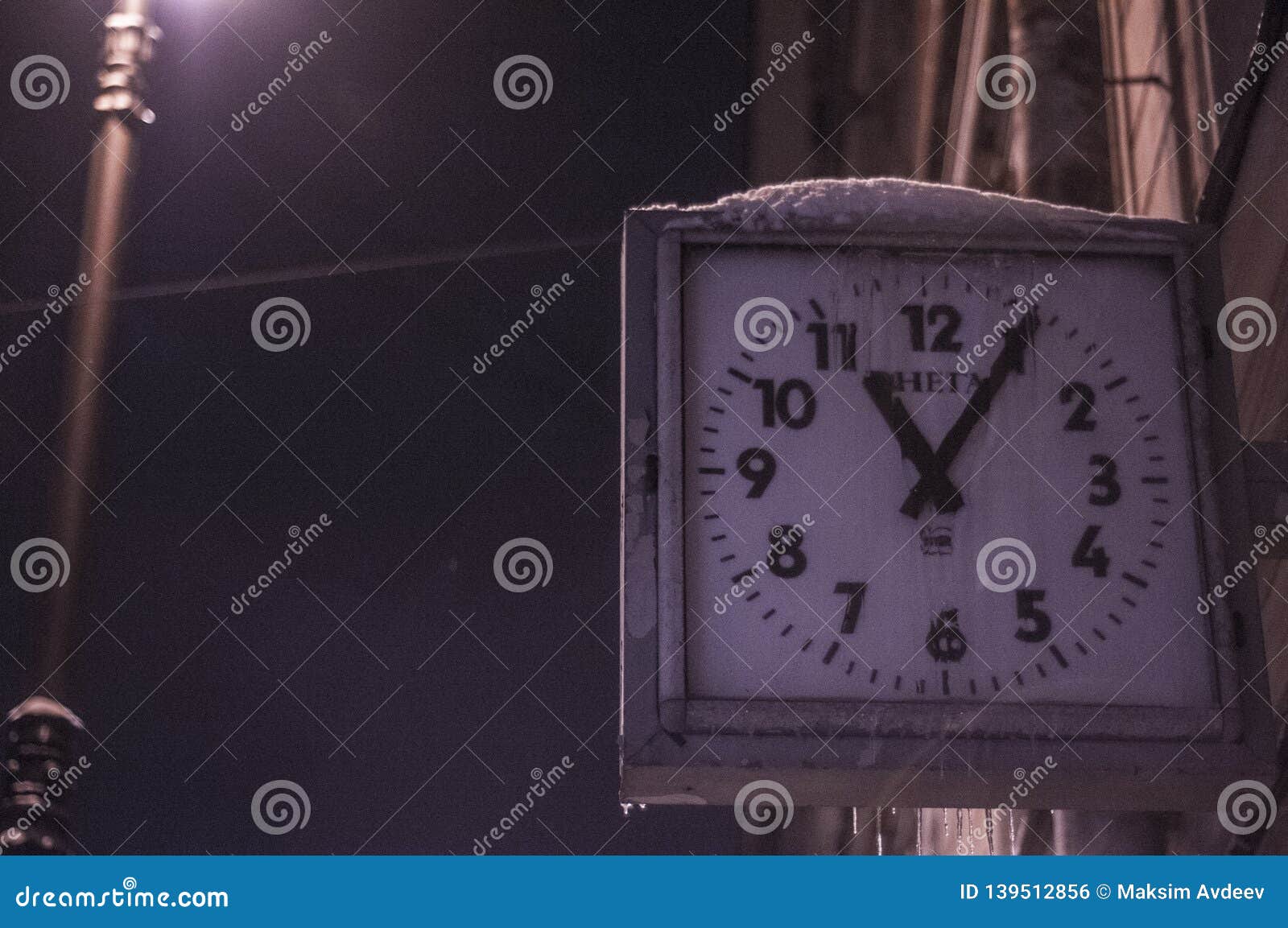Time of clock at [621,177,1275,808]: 11:05
